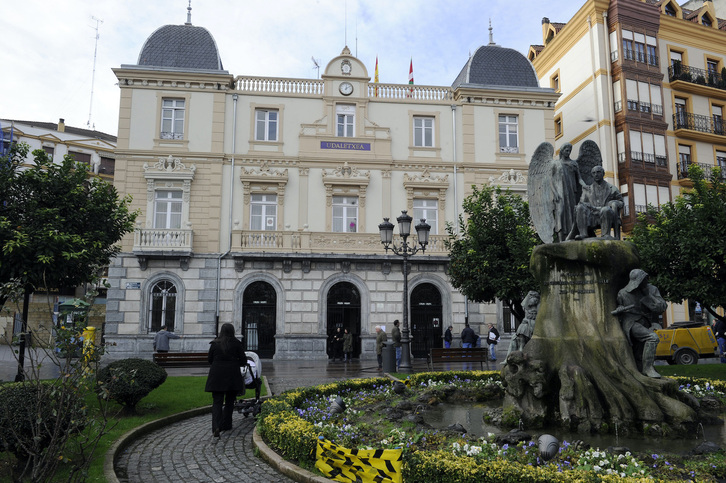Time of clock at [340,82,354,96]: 12:08
